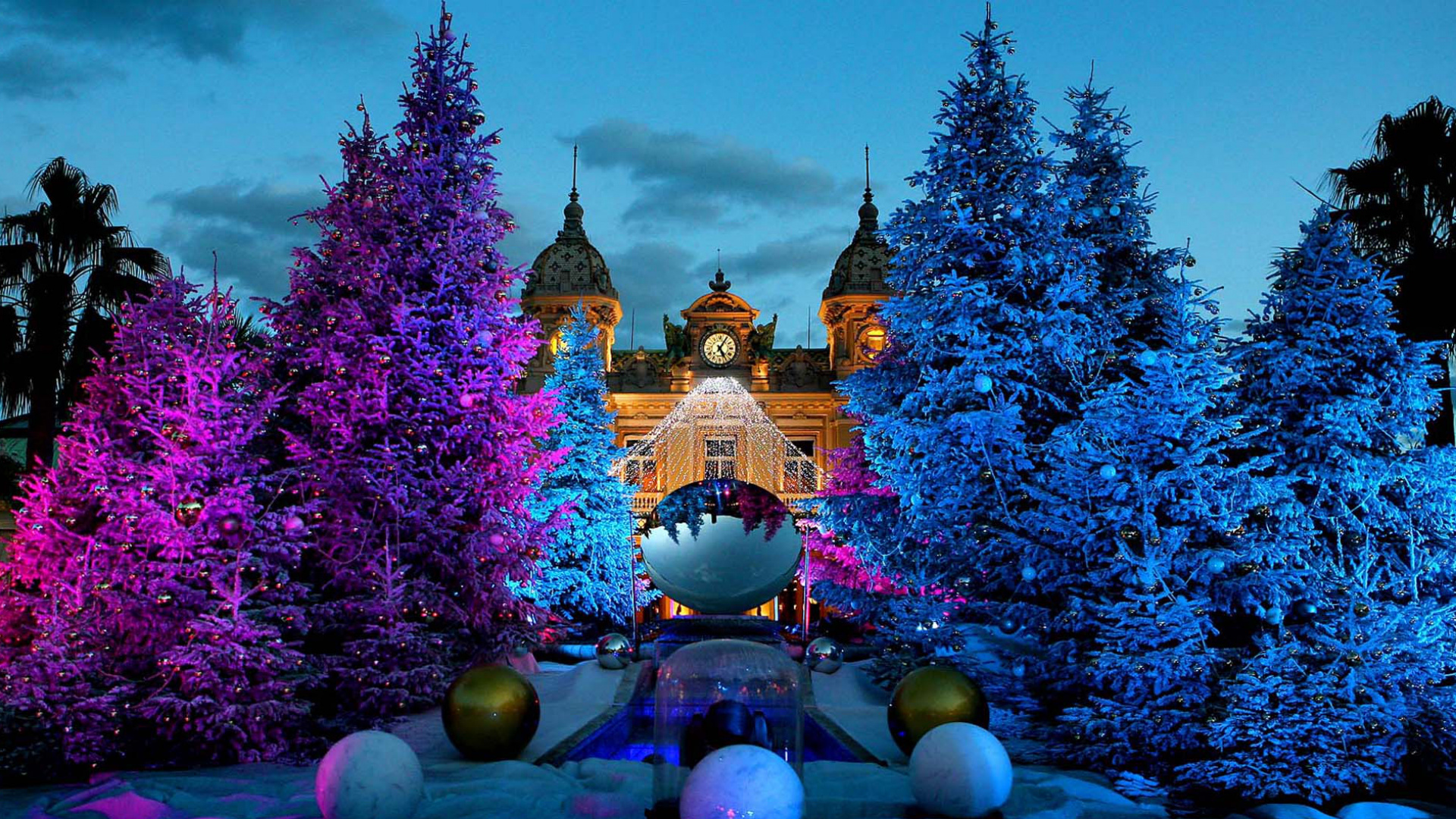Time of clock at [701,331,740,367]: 5:05
